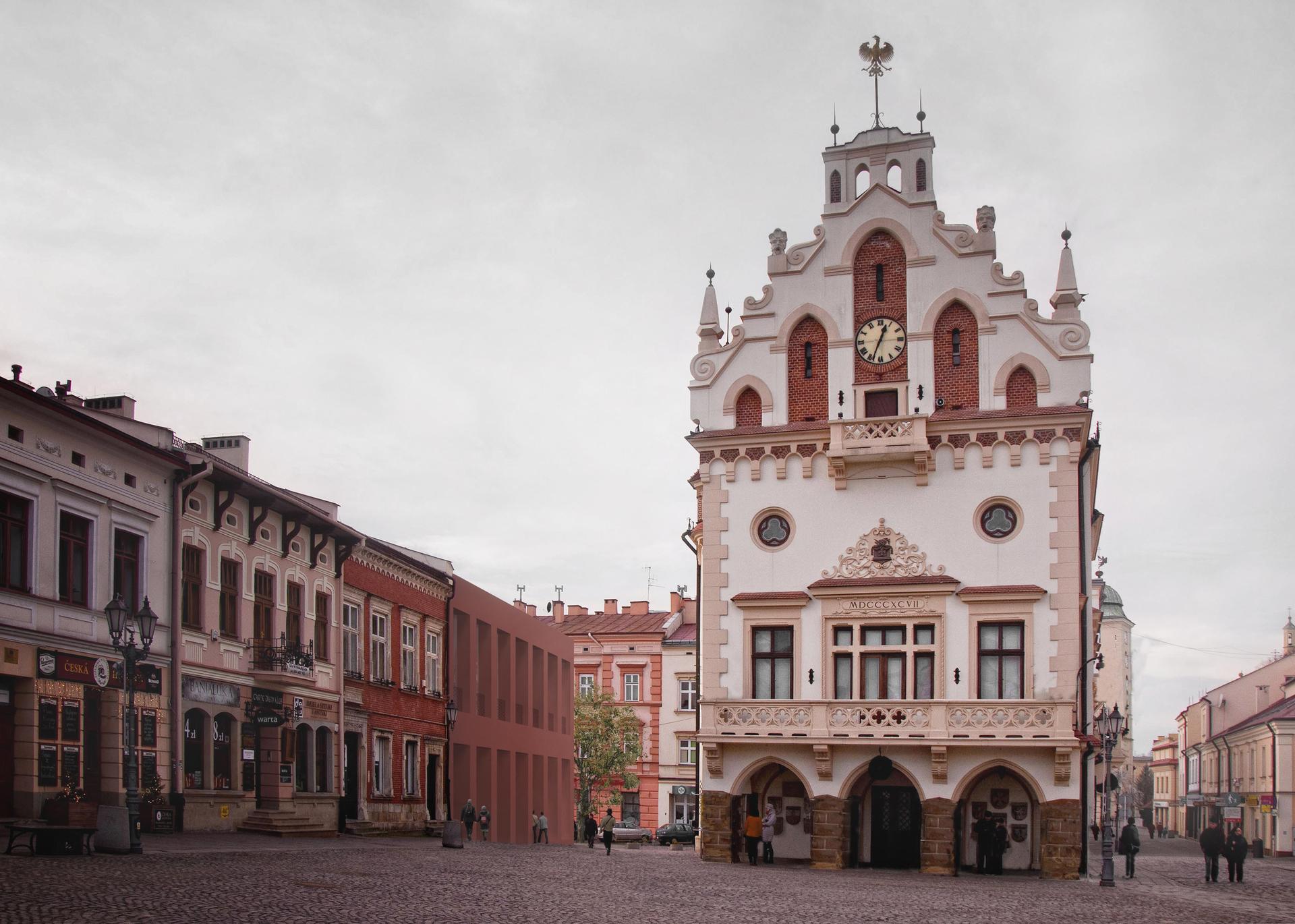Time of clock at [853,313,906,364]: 12:33
